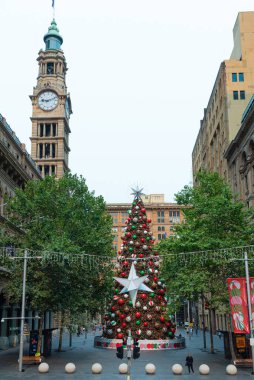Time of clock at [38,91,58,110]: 9:11
